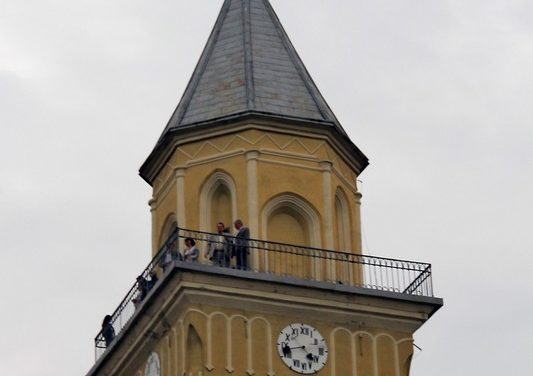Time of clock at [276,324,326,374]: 4:42
